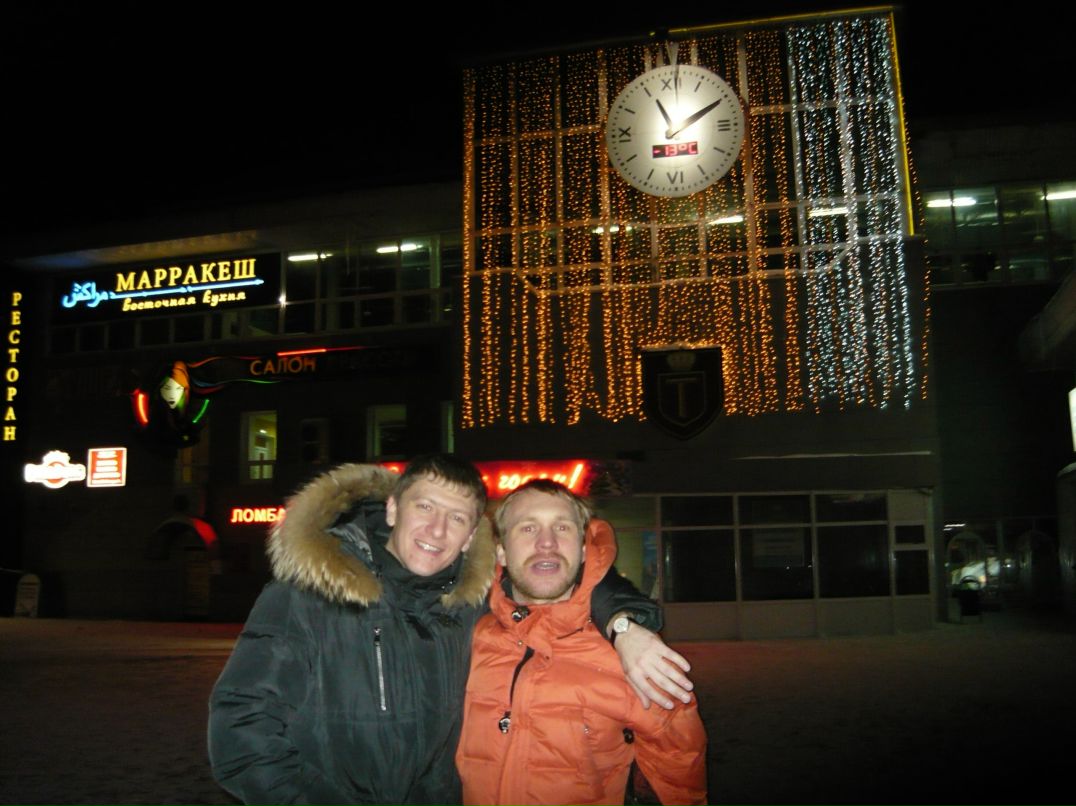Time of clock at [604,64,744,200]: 11:10
